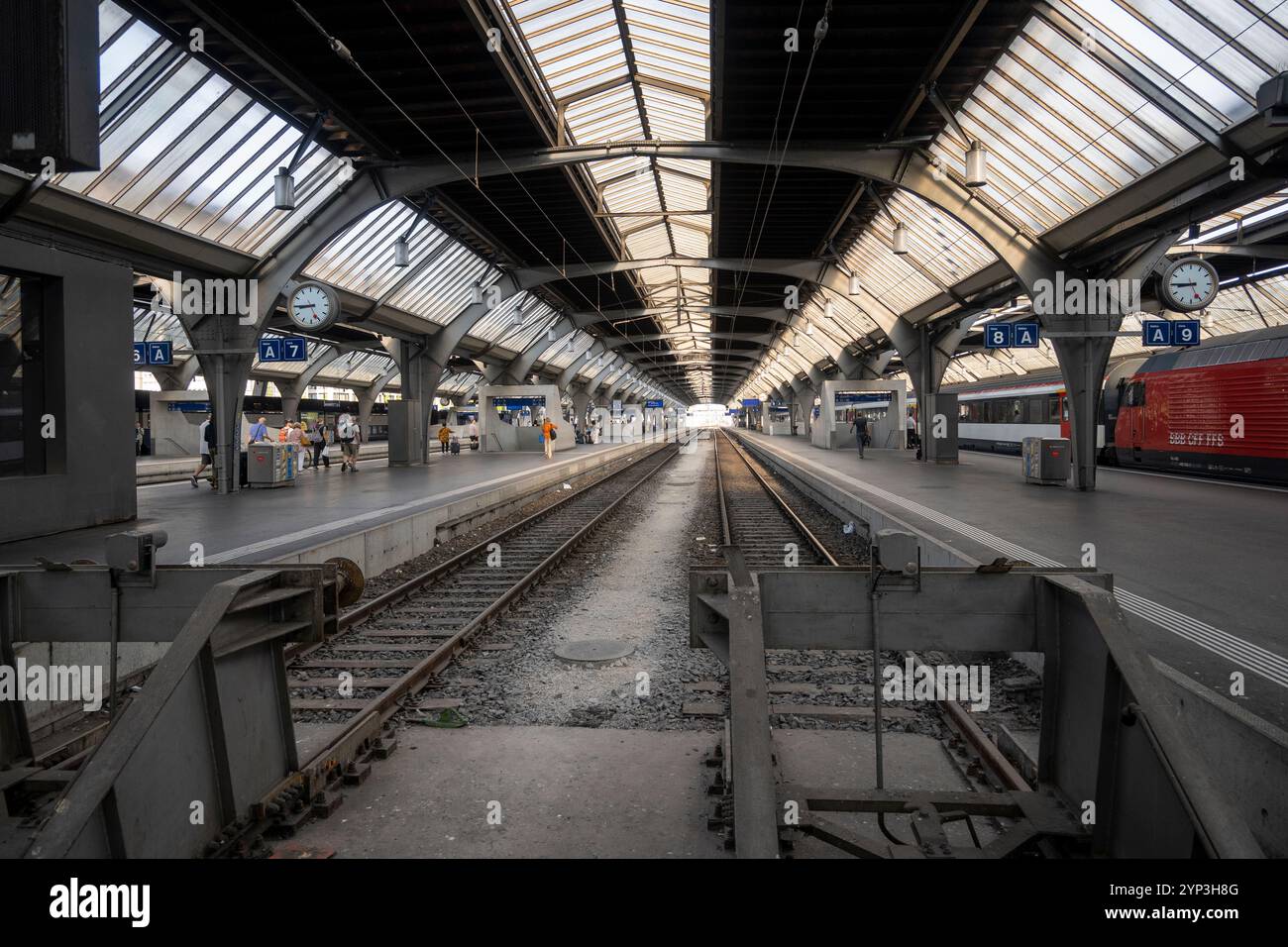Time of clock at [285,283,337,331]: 8:44
